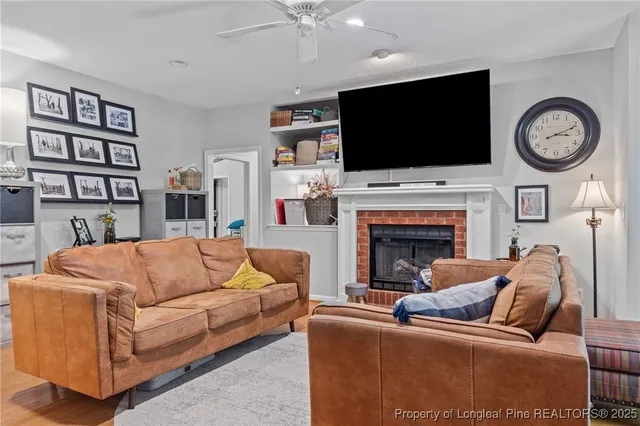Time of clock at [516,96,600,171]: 3:11
